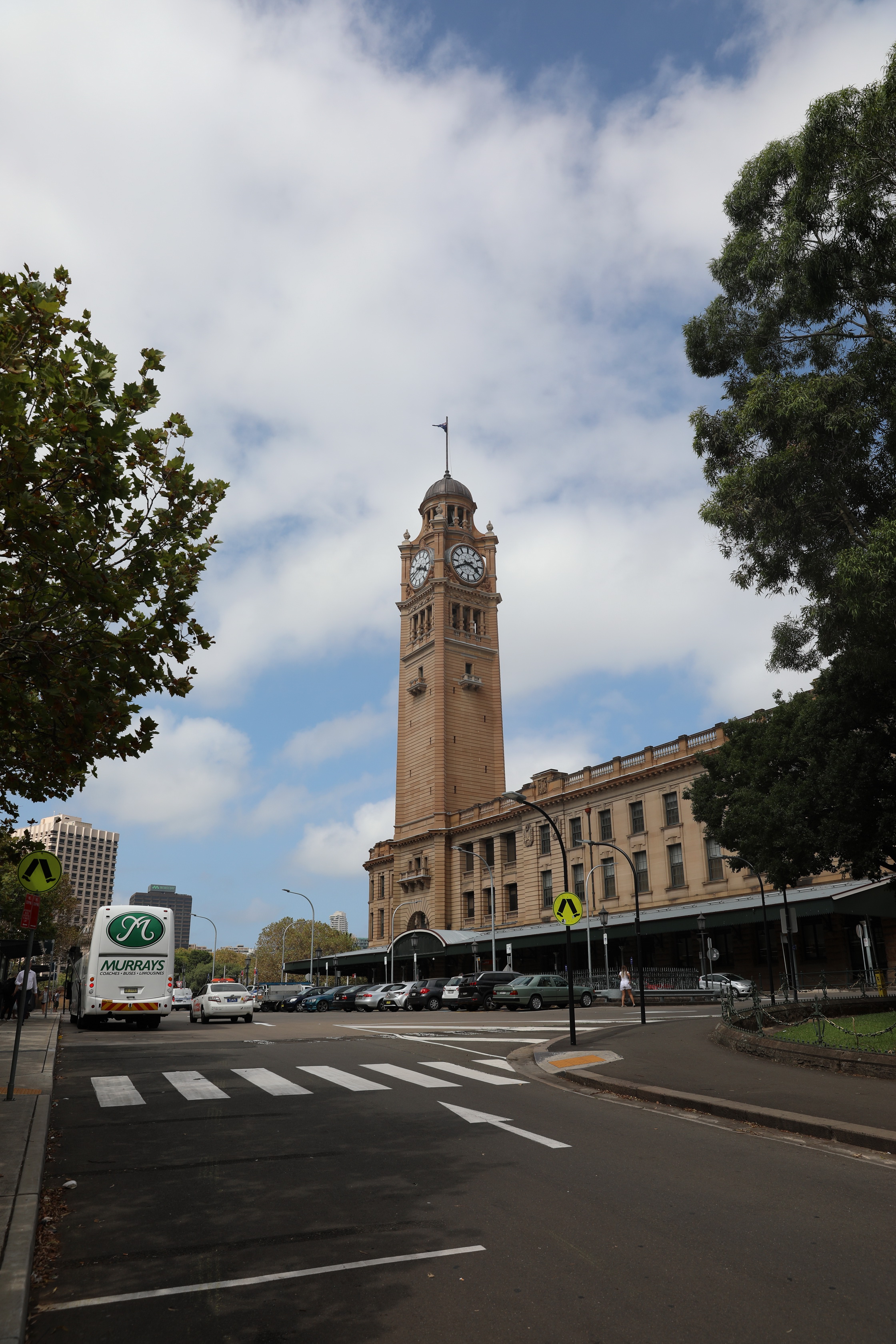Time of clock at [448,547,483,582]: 3:40
